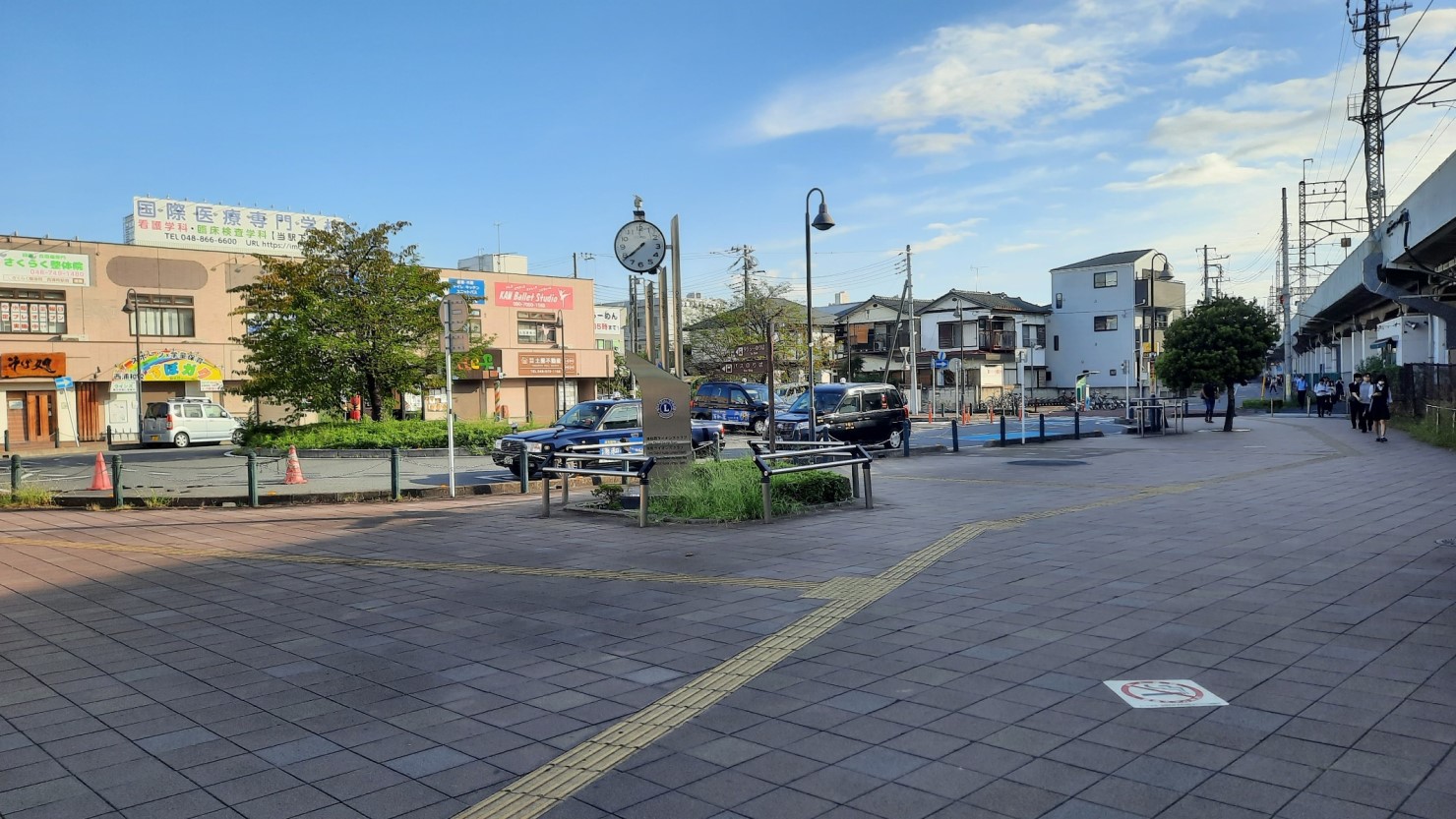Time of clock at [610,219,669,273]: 7:38
